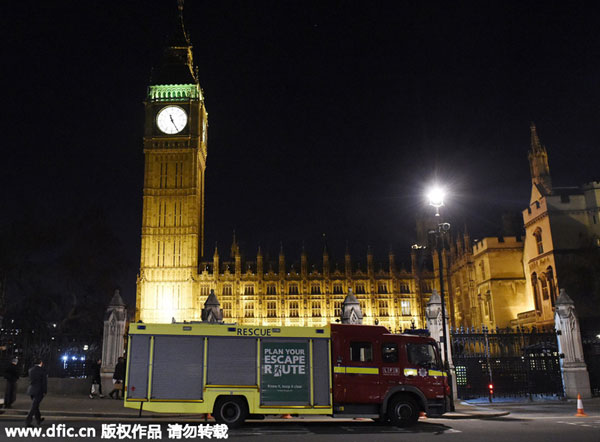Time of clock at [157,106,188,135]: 11:25
